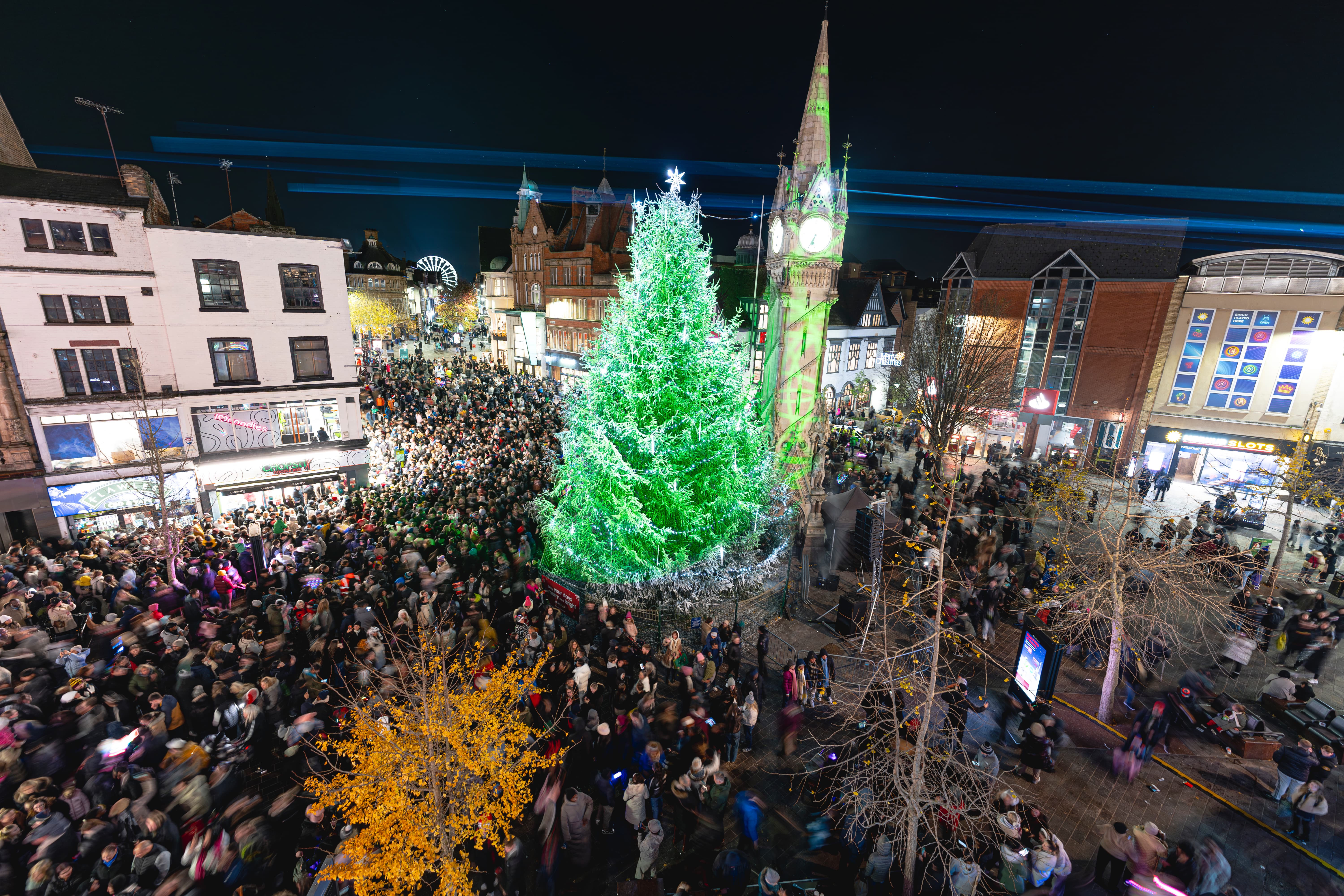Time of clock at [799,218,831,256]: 6:34
